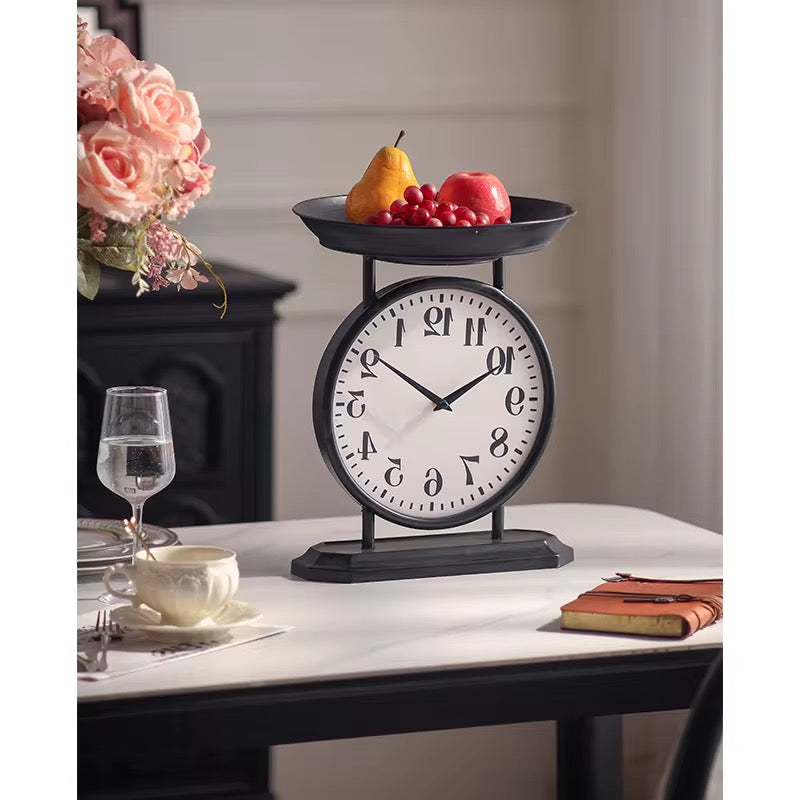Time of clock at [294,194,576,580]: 1:50
